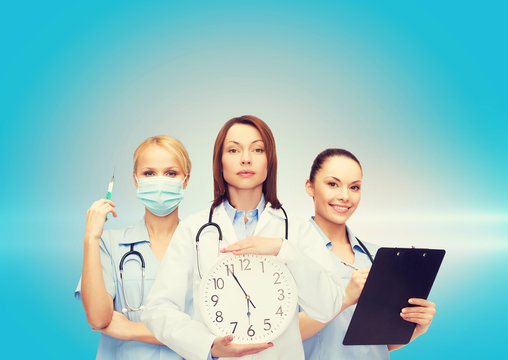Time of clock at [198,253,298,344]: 5:55
